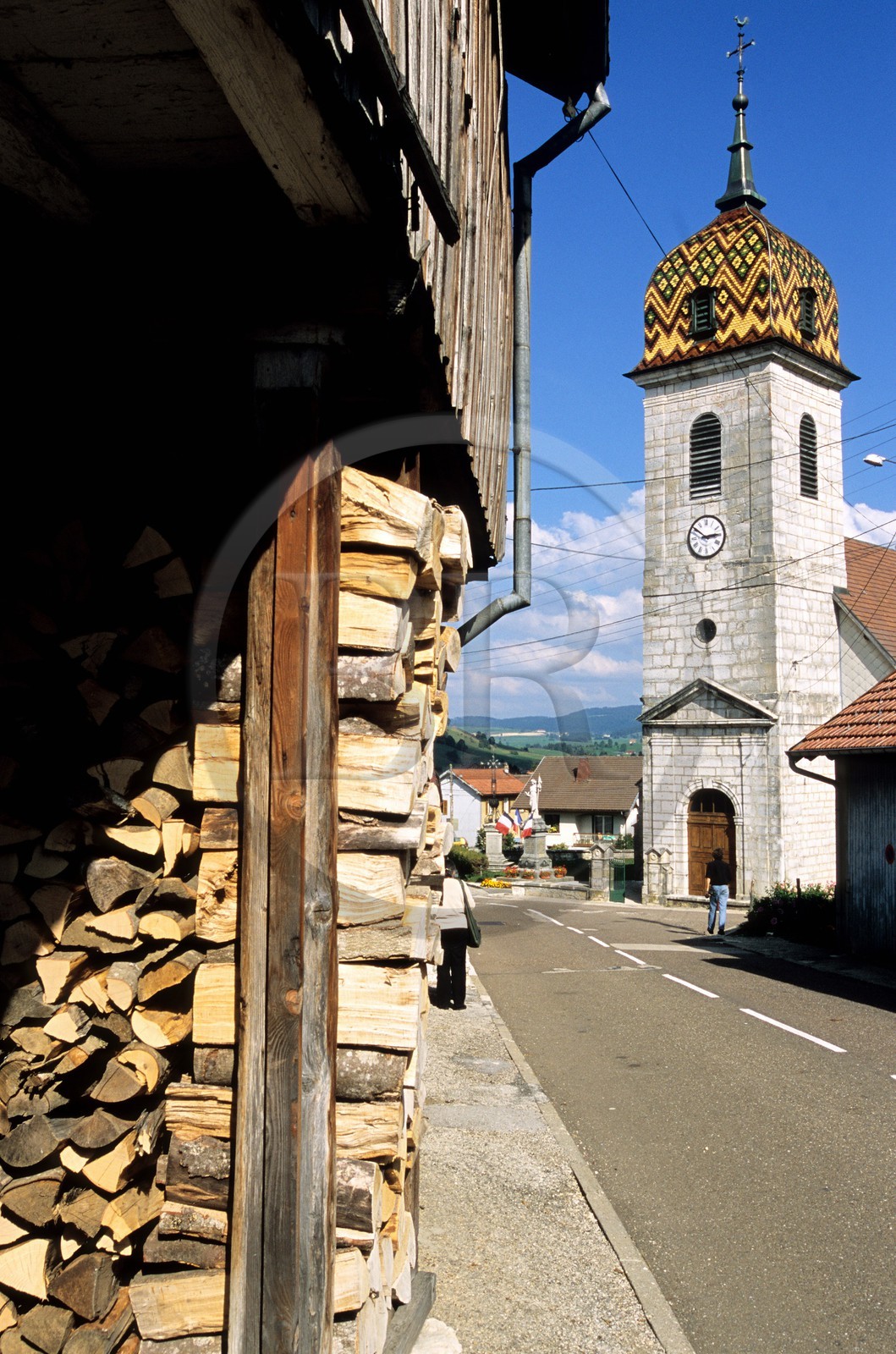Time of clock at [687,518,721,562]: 2:51
